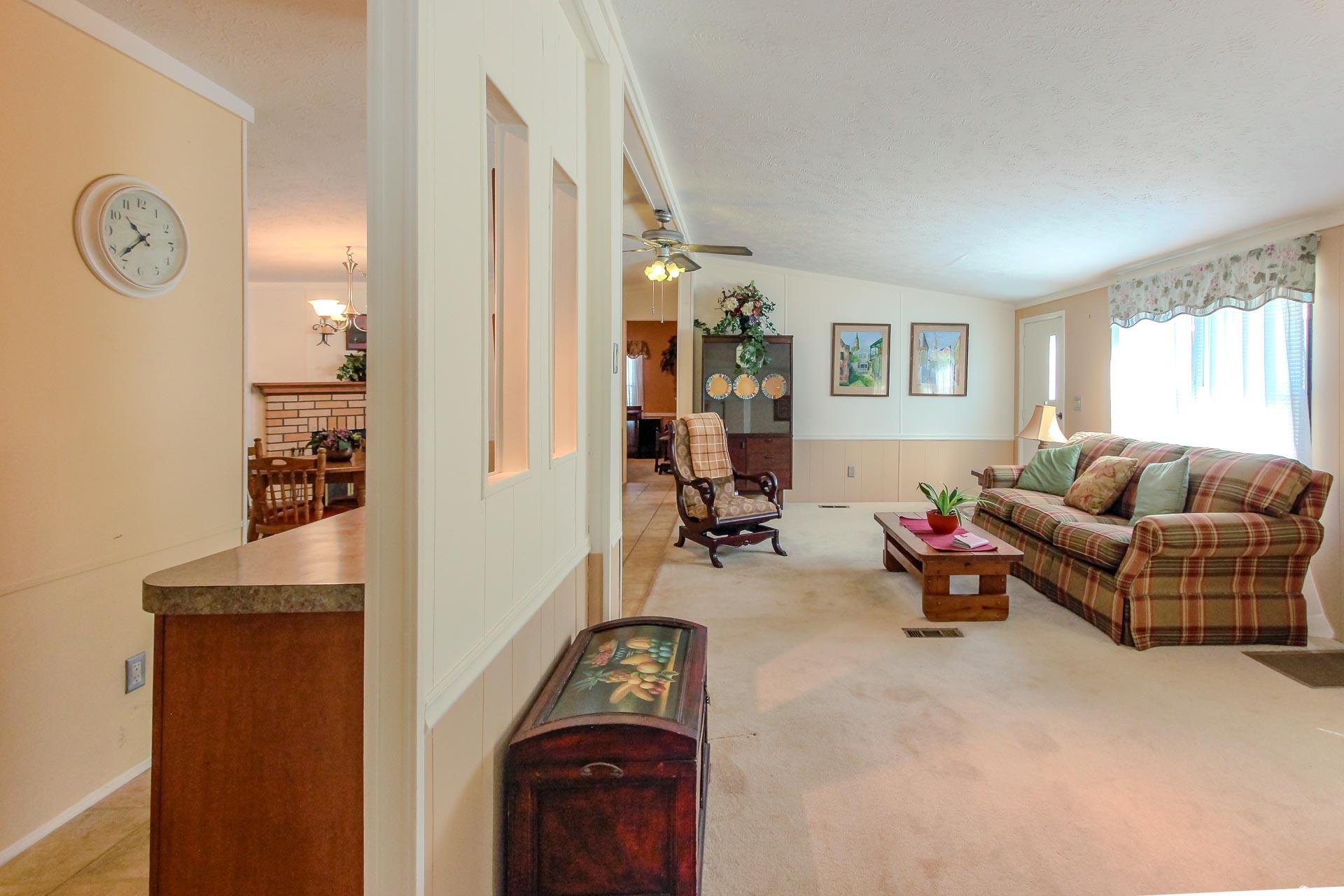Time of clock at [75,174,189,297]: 10:37
